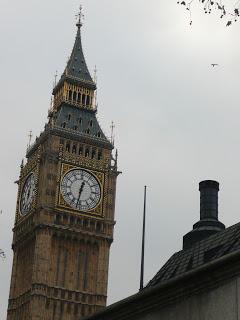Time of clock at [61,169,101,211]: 12:32
